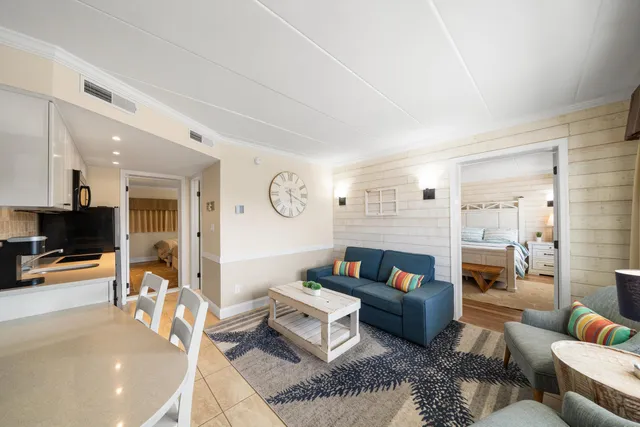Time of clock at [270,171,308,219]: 5:18
